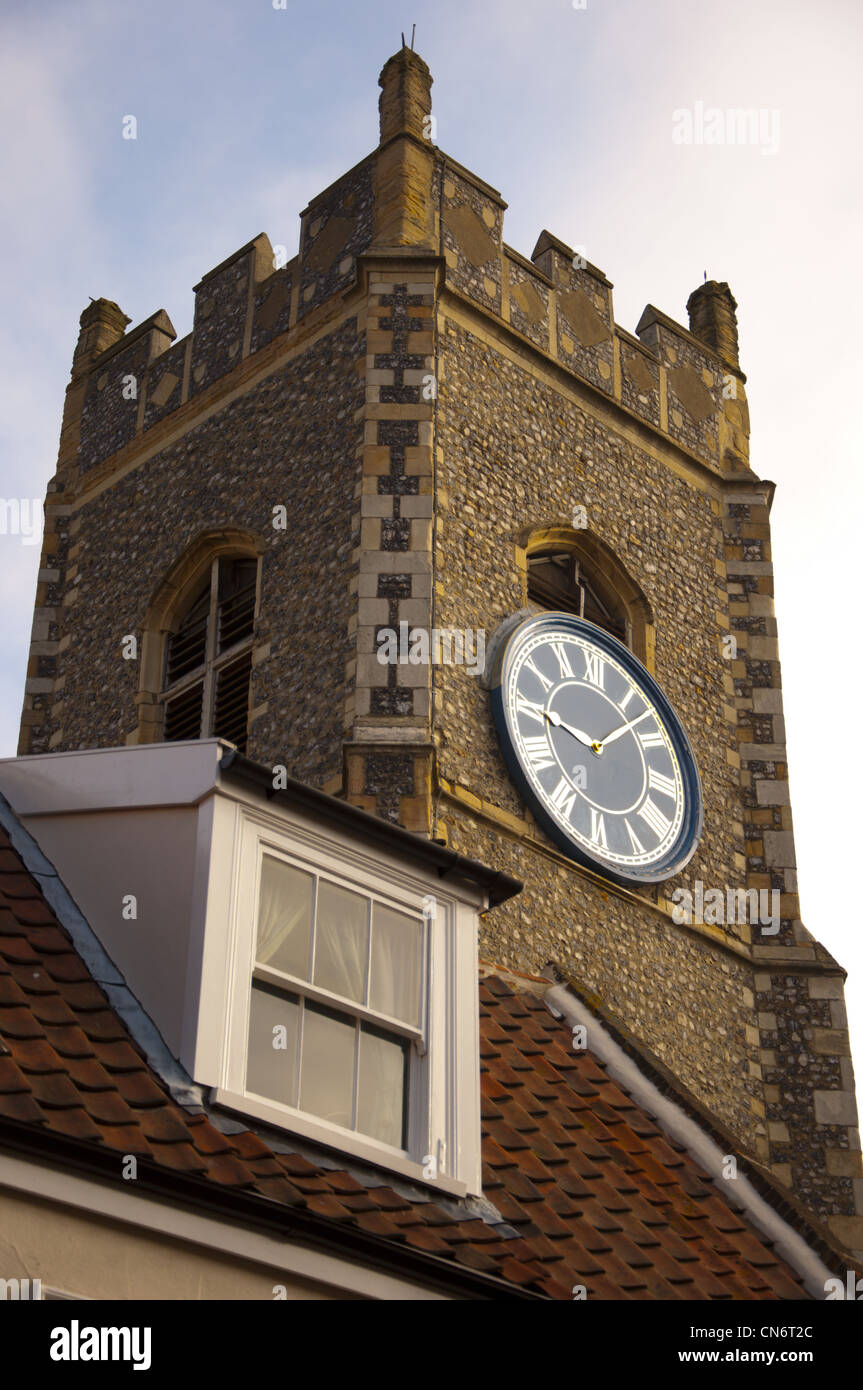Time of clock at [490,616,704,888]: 9:07
